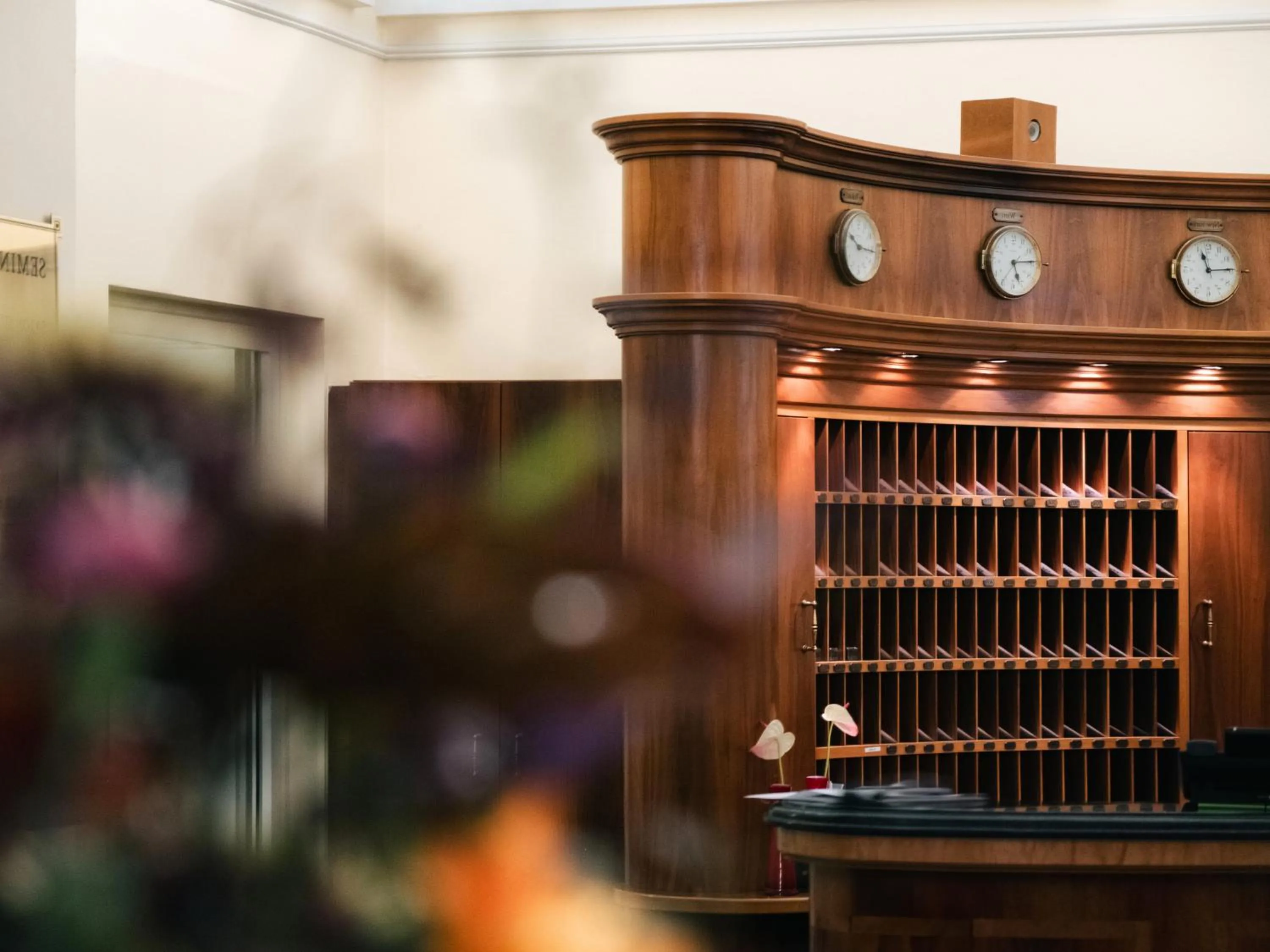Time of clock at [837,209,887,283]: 10:16
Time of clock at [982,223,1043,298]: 5:14
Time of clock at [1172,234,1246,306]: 11:14
